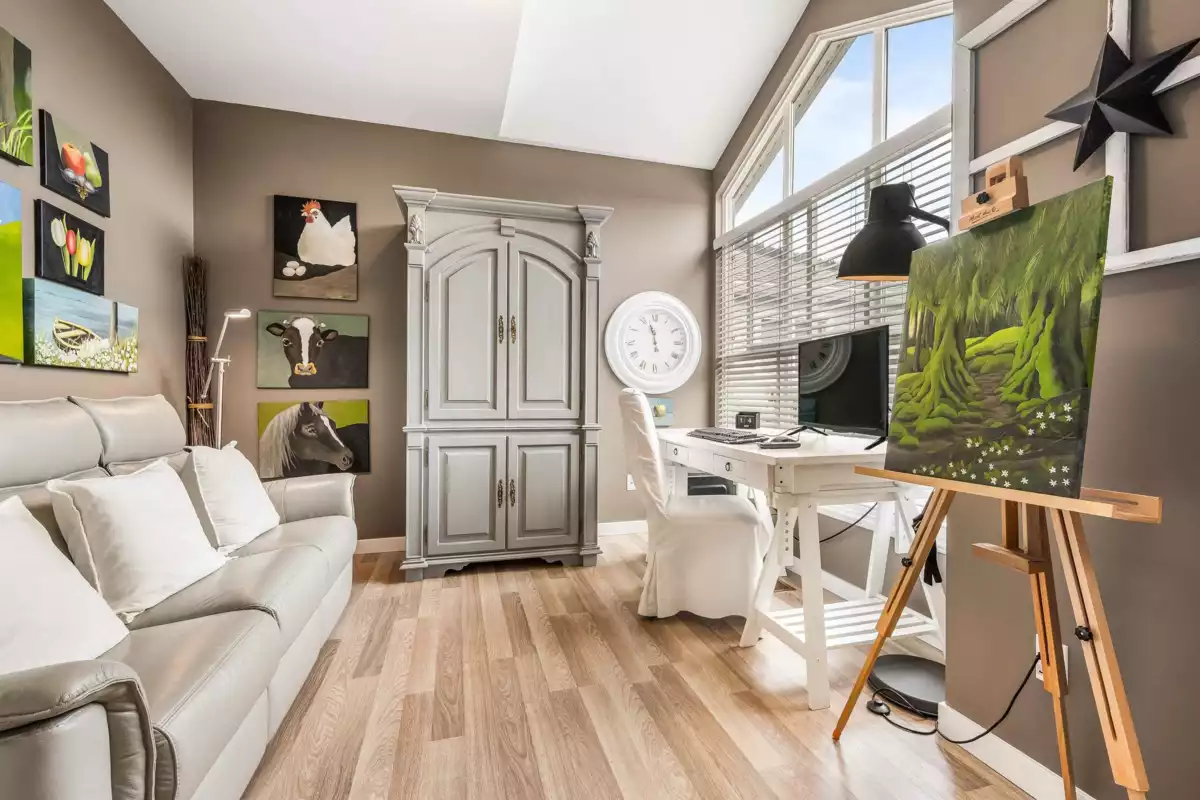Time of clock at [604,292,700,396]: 11:57
